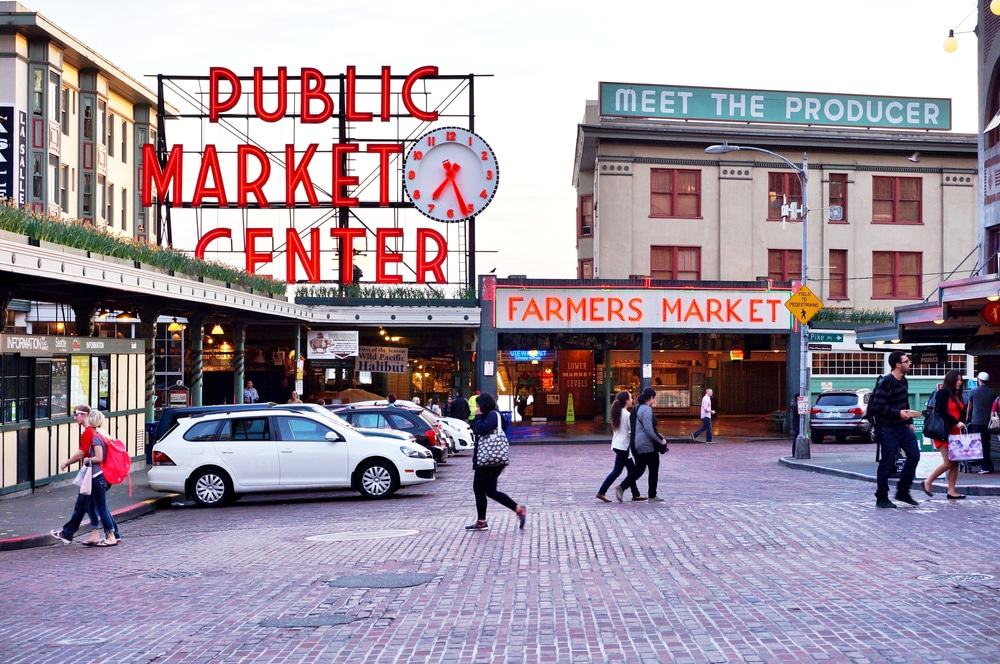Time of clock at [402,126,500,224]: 7:26
